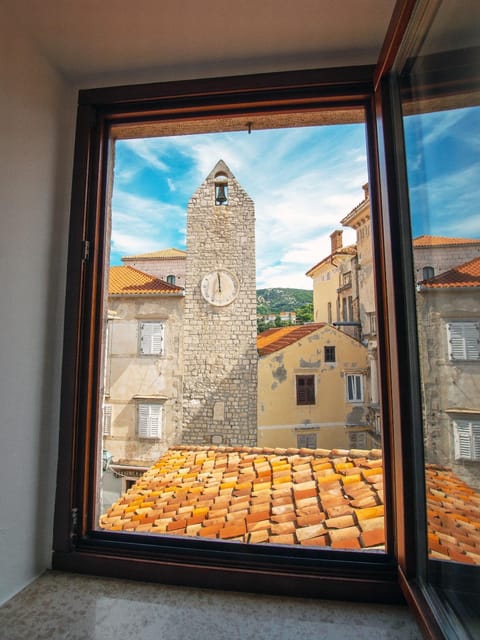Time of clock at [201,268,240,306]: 11:59
